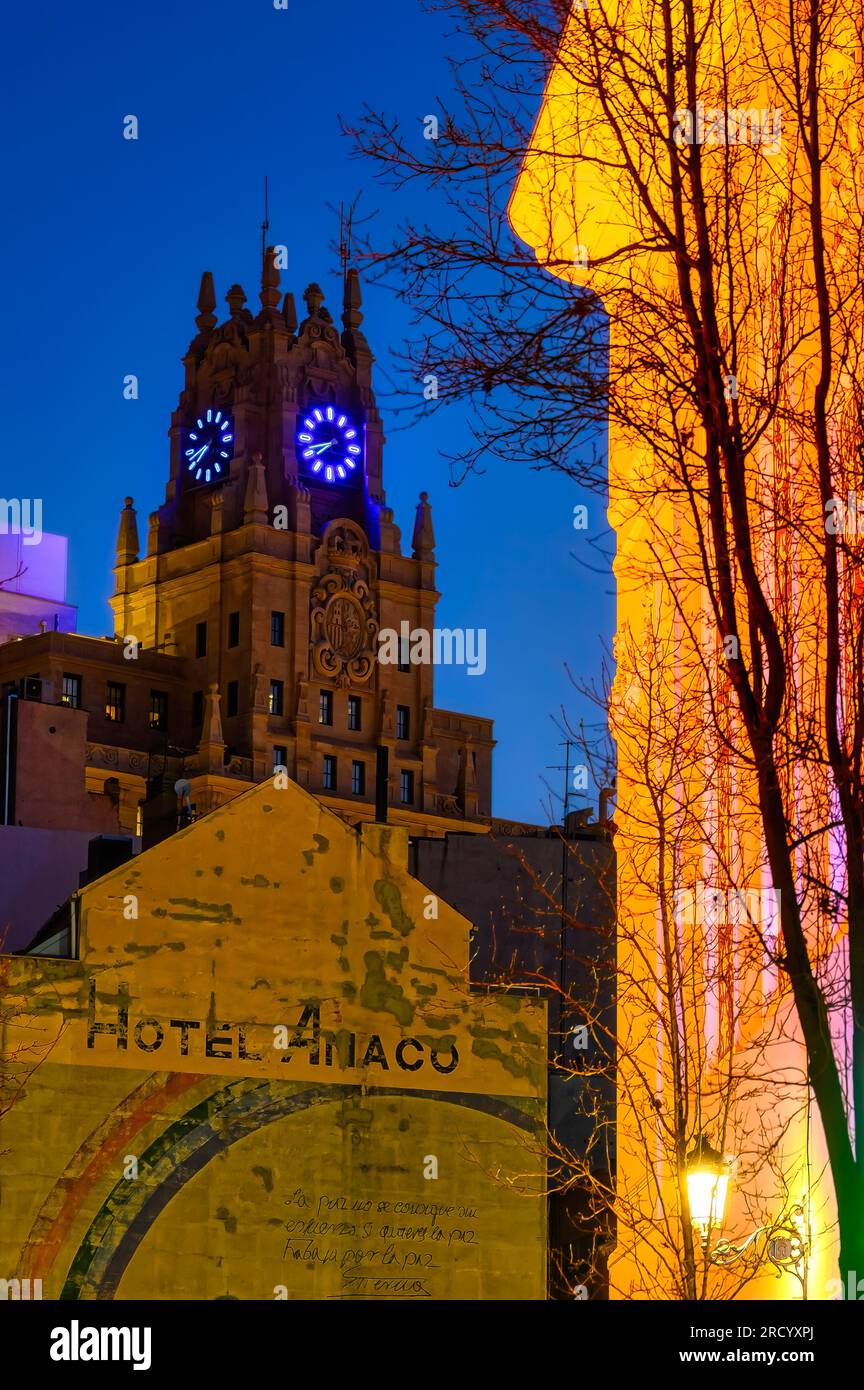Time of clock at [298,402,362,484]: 7:42
